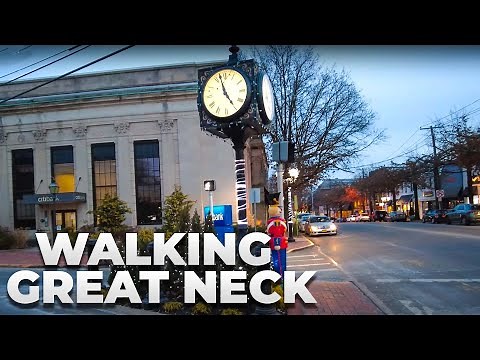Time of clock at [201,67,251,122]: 4:57
